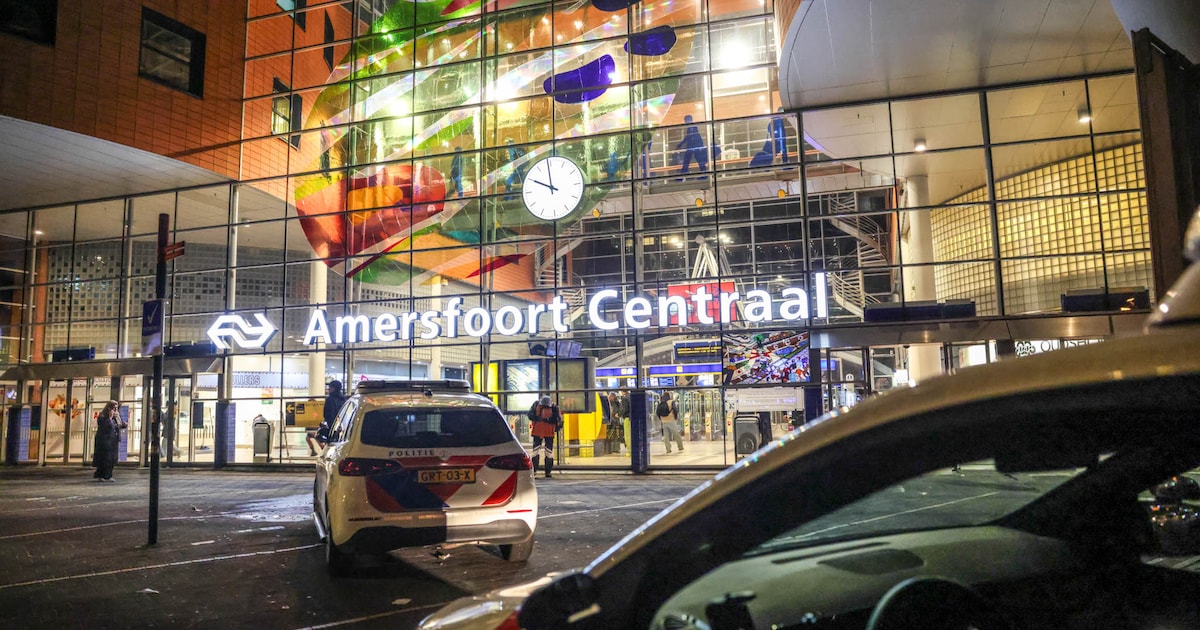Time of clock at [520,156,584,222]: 9:58
